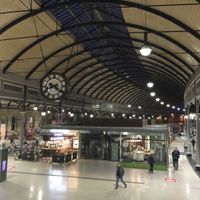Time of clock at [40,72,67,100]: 8:21
